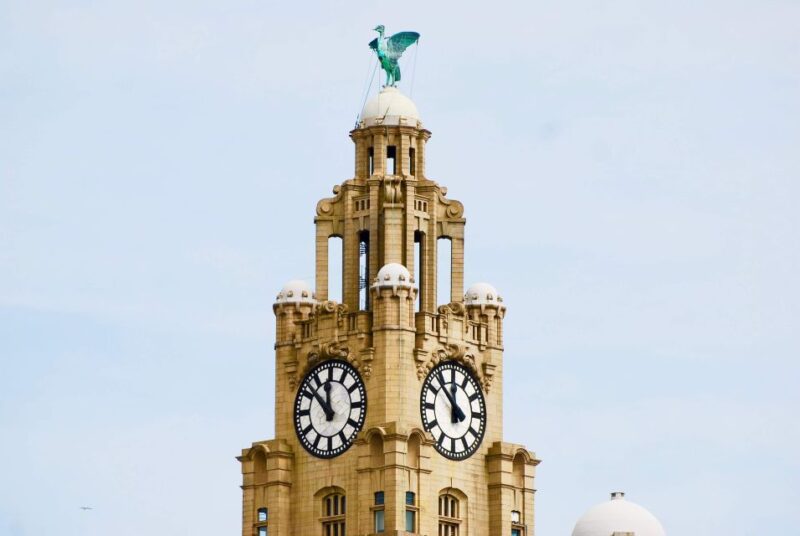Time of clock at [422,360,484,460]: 11:52
